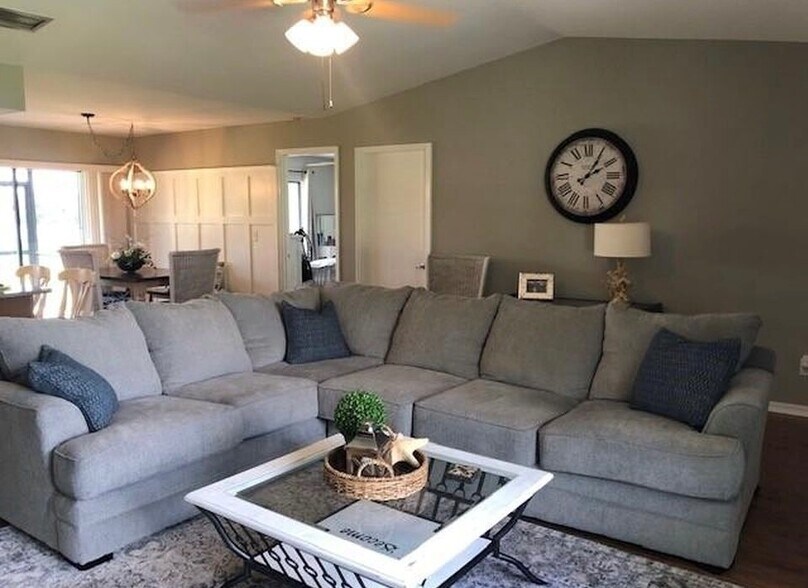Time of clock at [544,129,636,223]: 2:04
